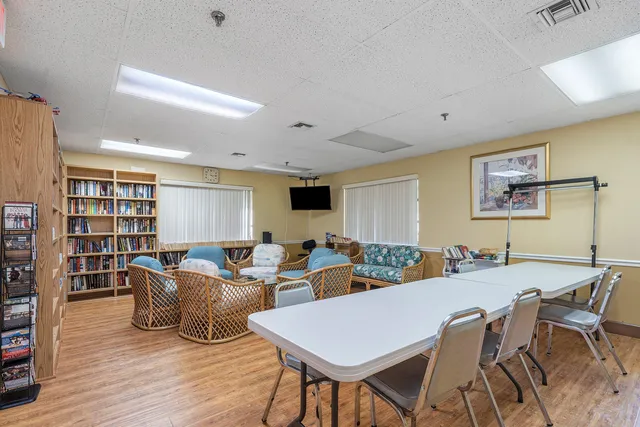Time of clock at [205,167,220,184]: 4:14
